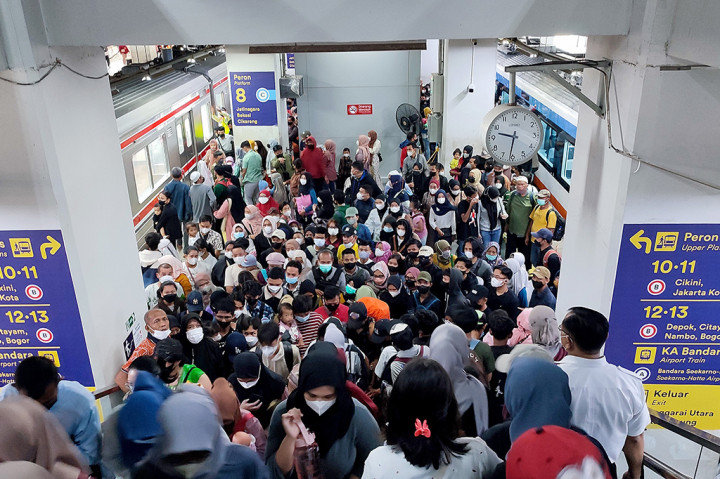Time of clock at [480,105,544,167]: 9:31
